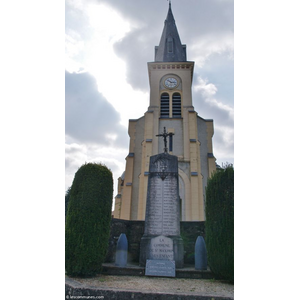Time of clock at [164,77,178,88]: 2:52
